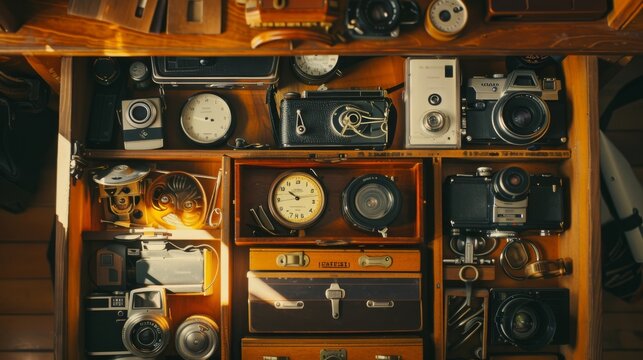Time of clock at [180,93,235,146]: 3:46
